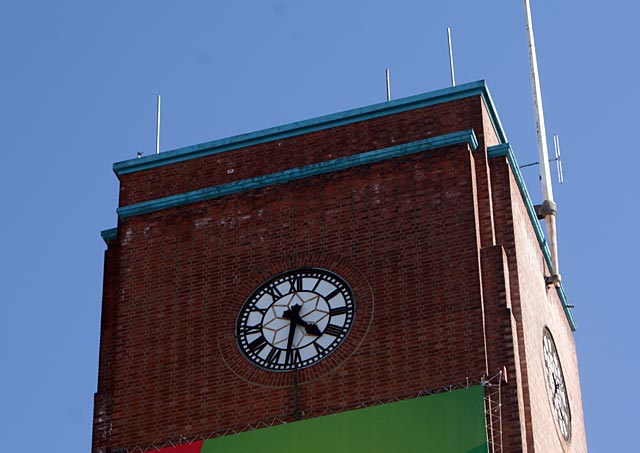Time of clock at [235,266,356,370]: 4:31
